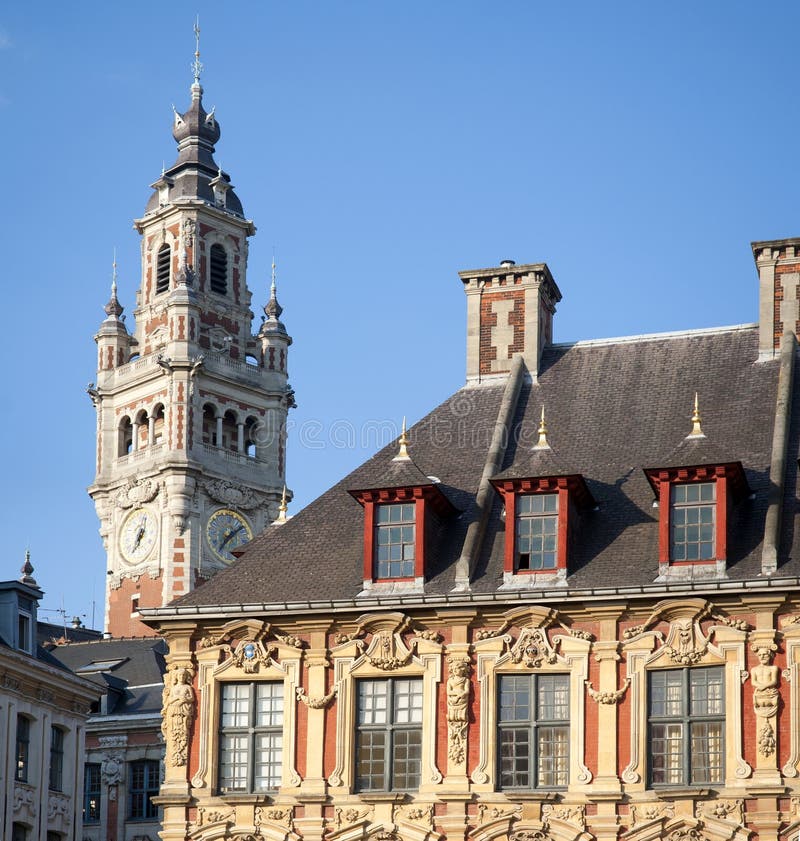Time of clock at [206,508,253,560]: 1:36
